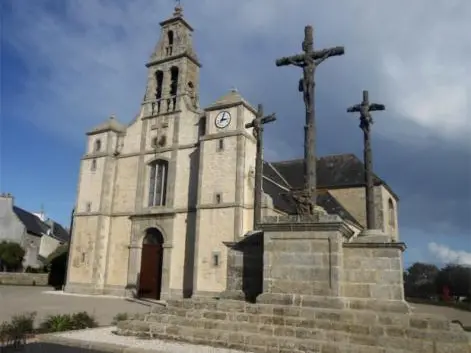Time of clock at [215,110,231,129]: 3:02
